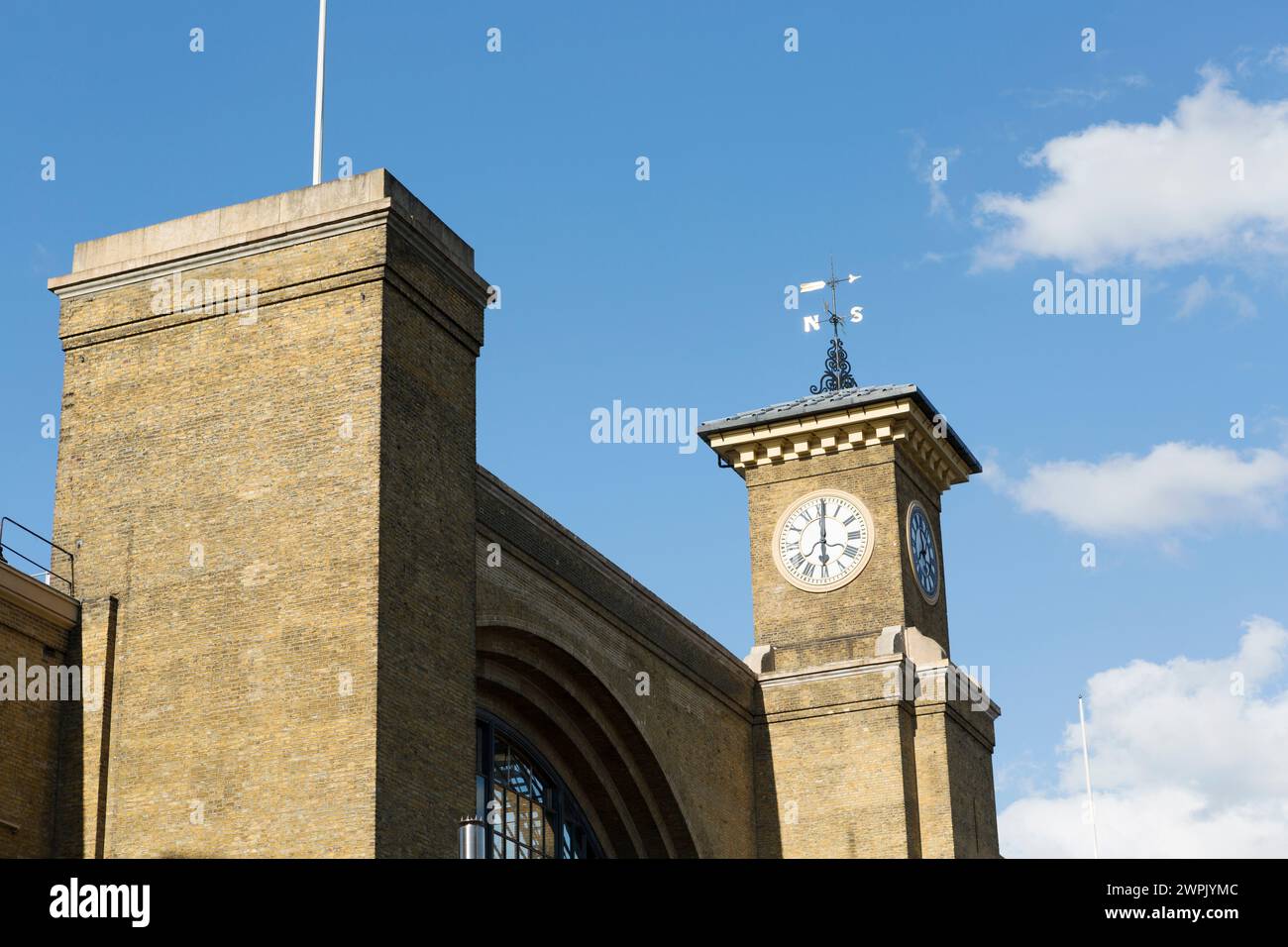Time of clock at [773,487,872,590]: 6:00
